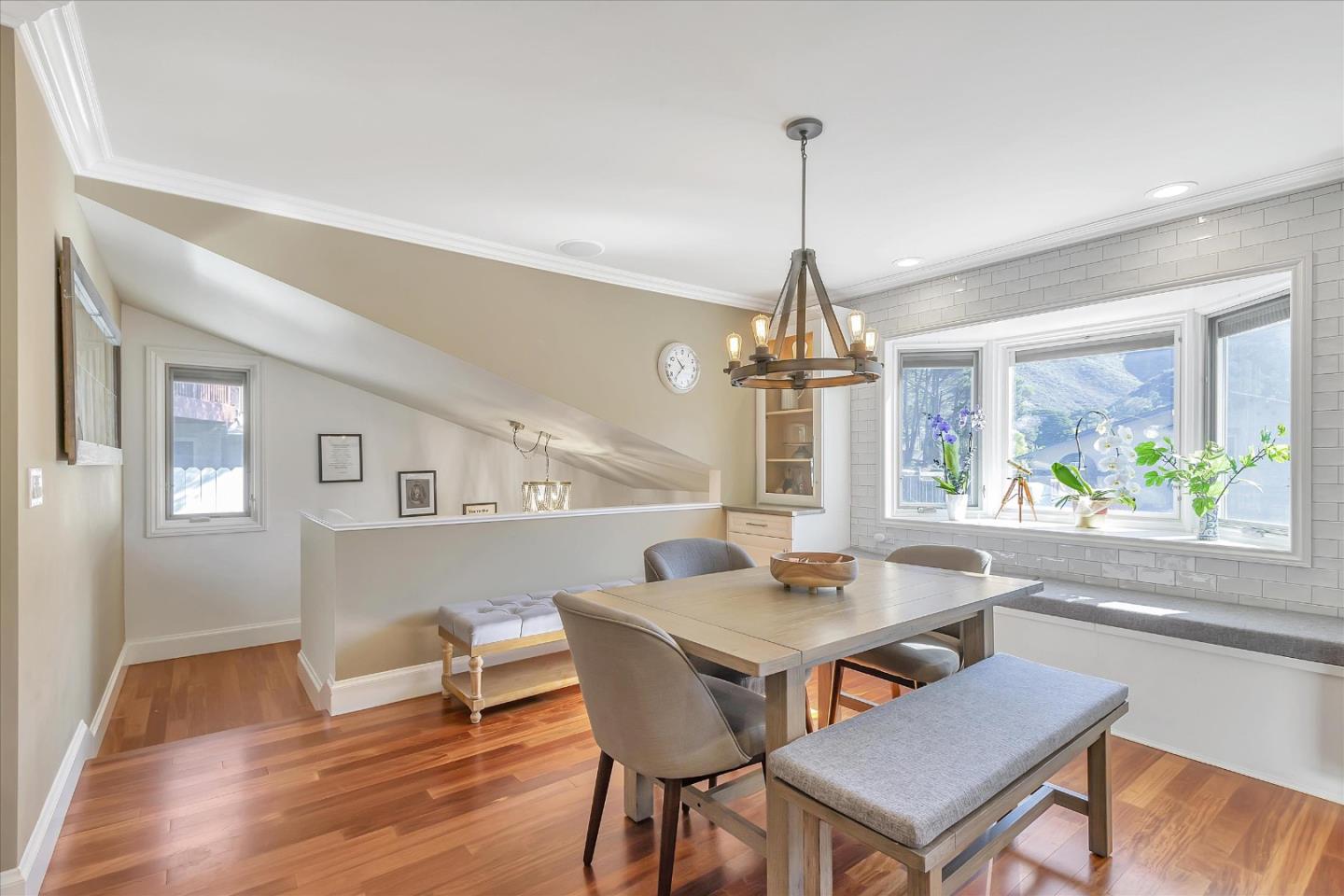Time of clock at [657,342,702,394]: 10:36
